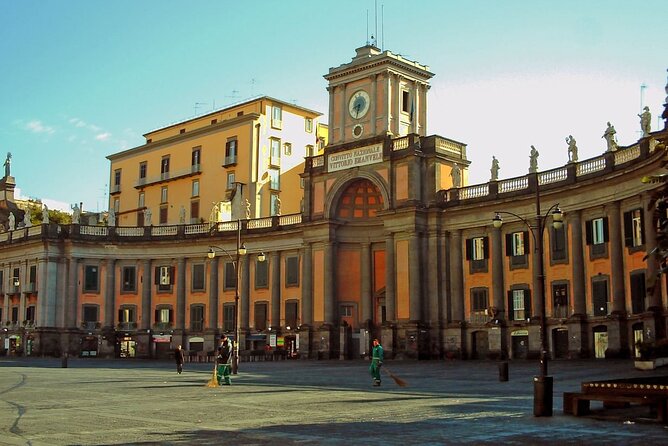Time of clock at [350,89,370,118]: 8:32
